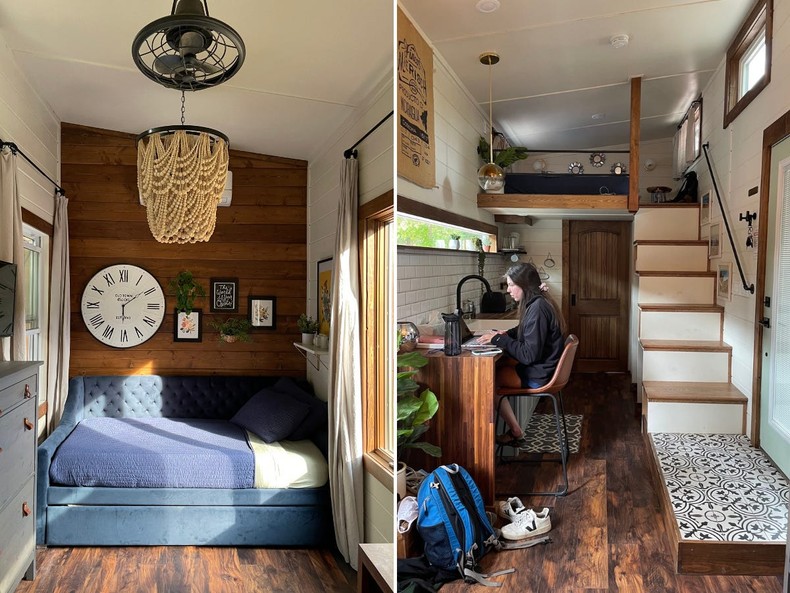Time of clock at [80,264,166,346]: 6:09
